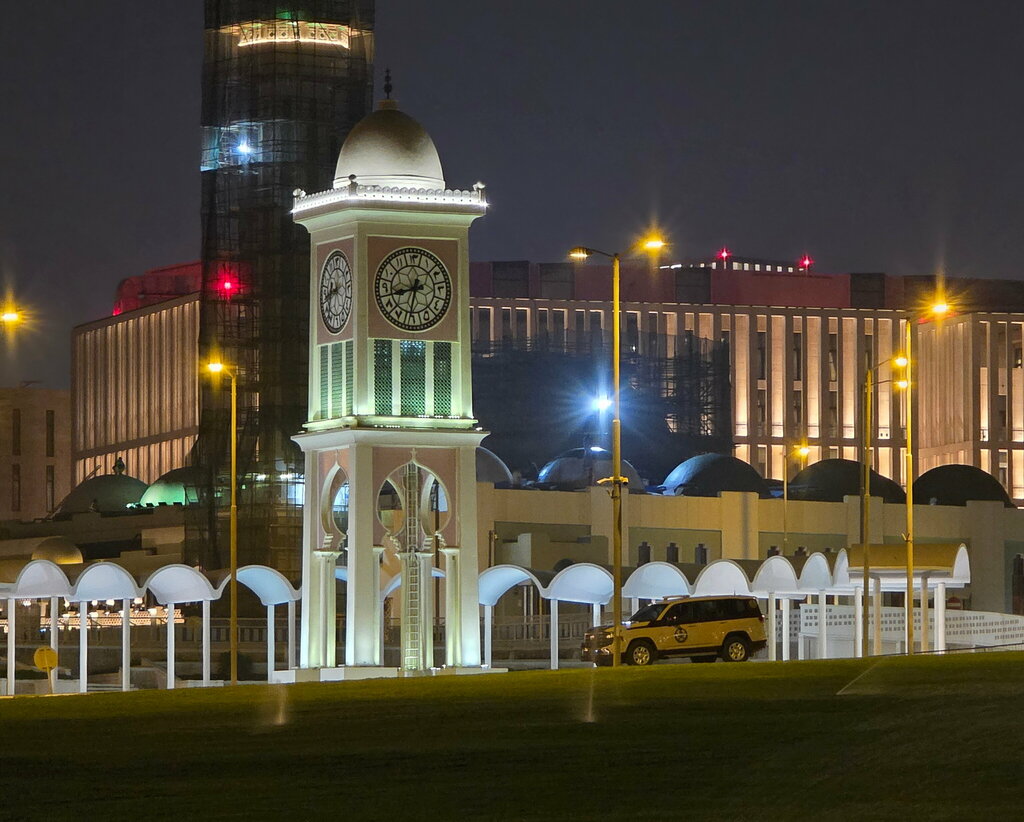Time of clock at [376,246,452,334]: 8:32
